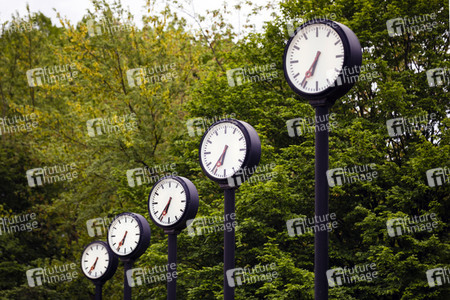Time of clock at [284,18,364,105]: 6:36
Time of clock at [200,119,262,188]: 6:36
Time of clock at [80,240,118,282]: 6:35
